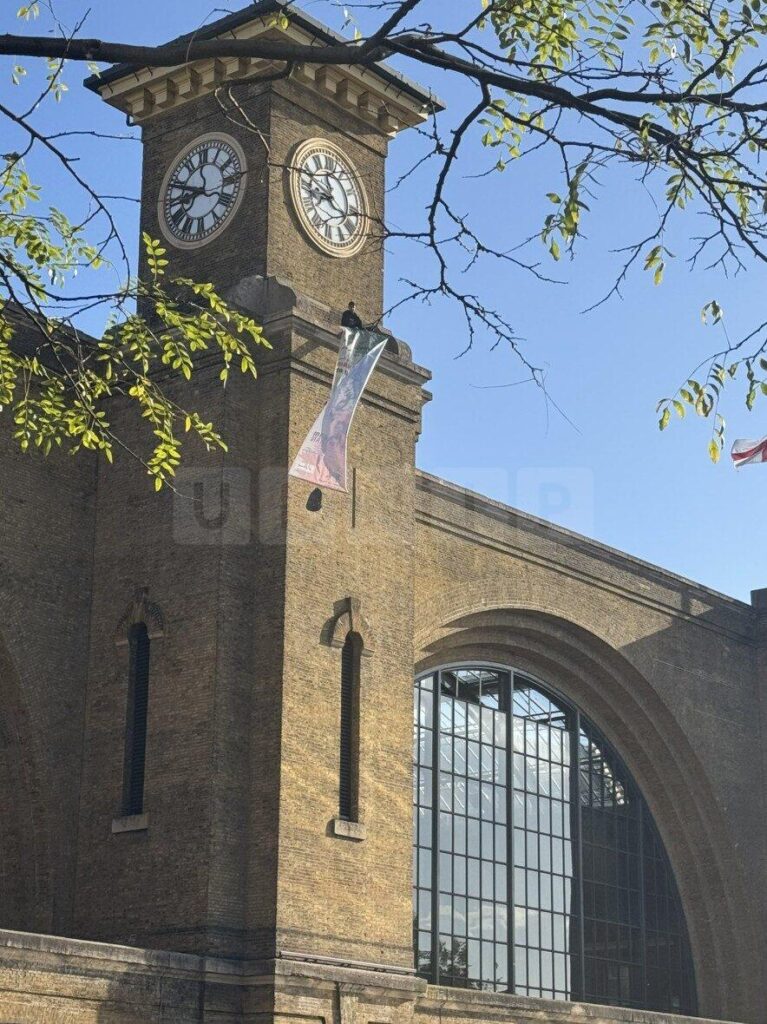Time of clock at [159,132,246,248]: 8:48
